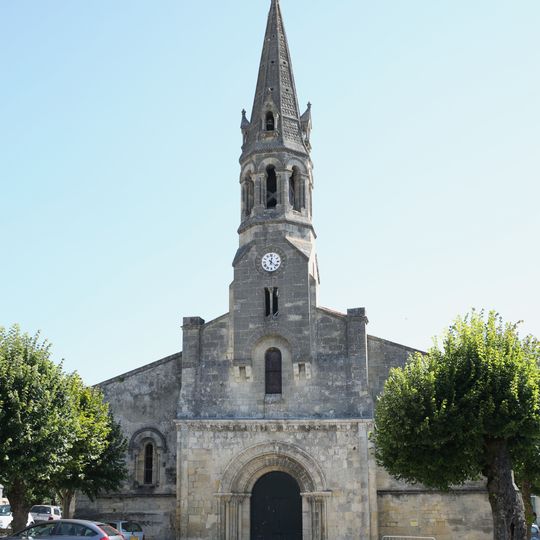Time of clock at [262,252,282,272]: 12:21
